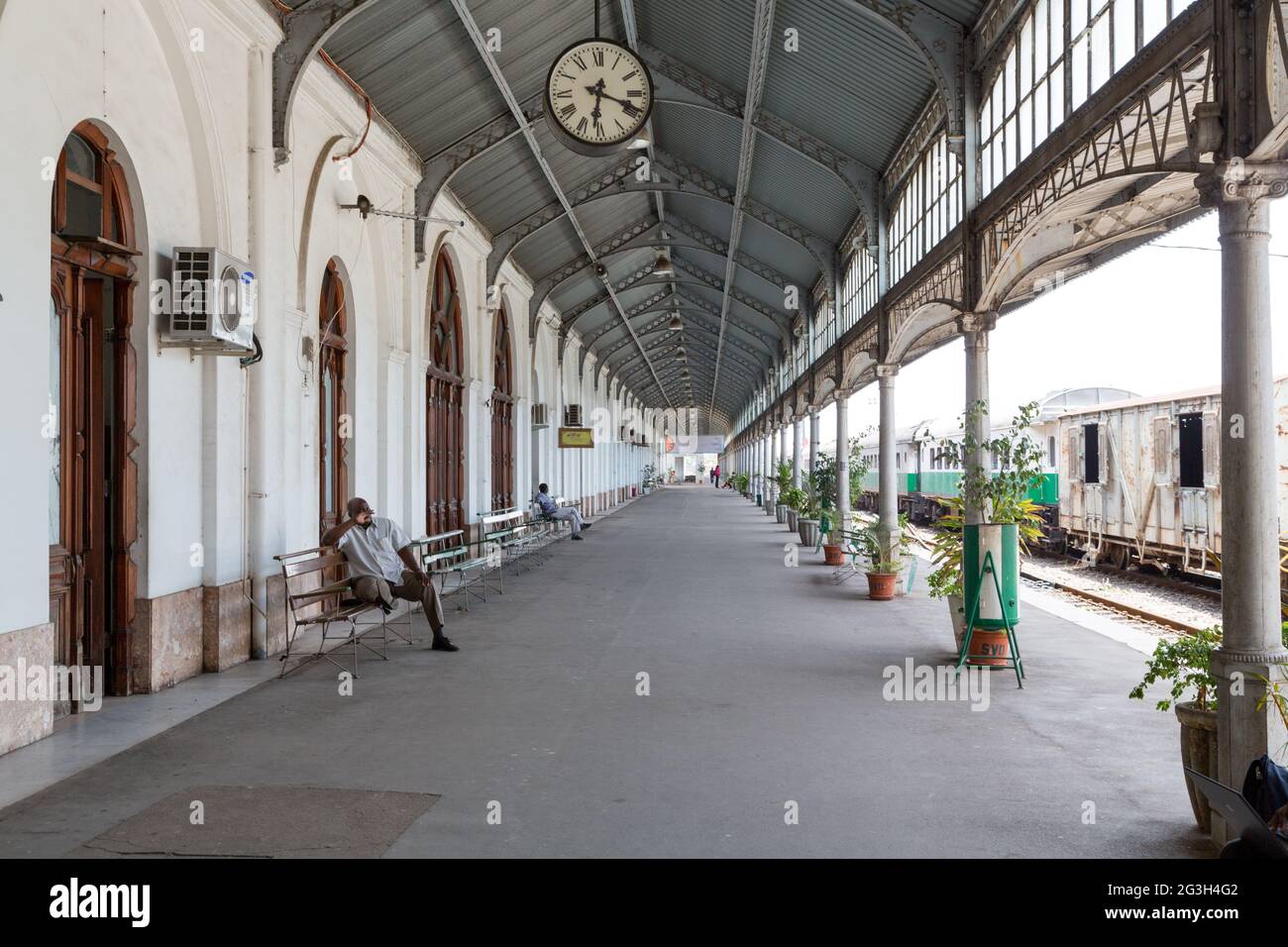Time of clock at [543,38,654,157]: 6:18
